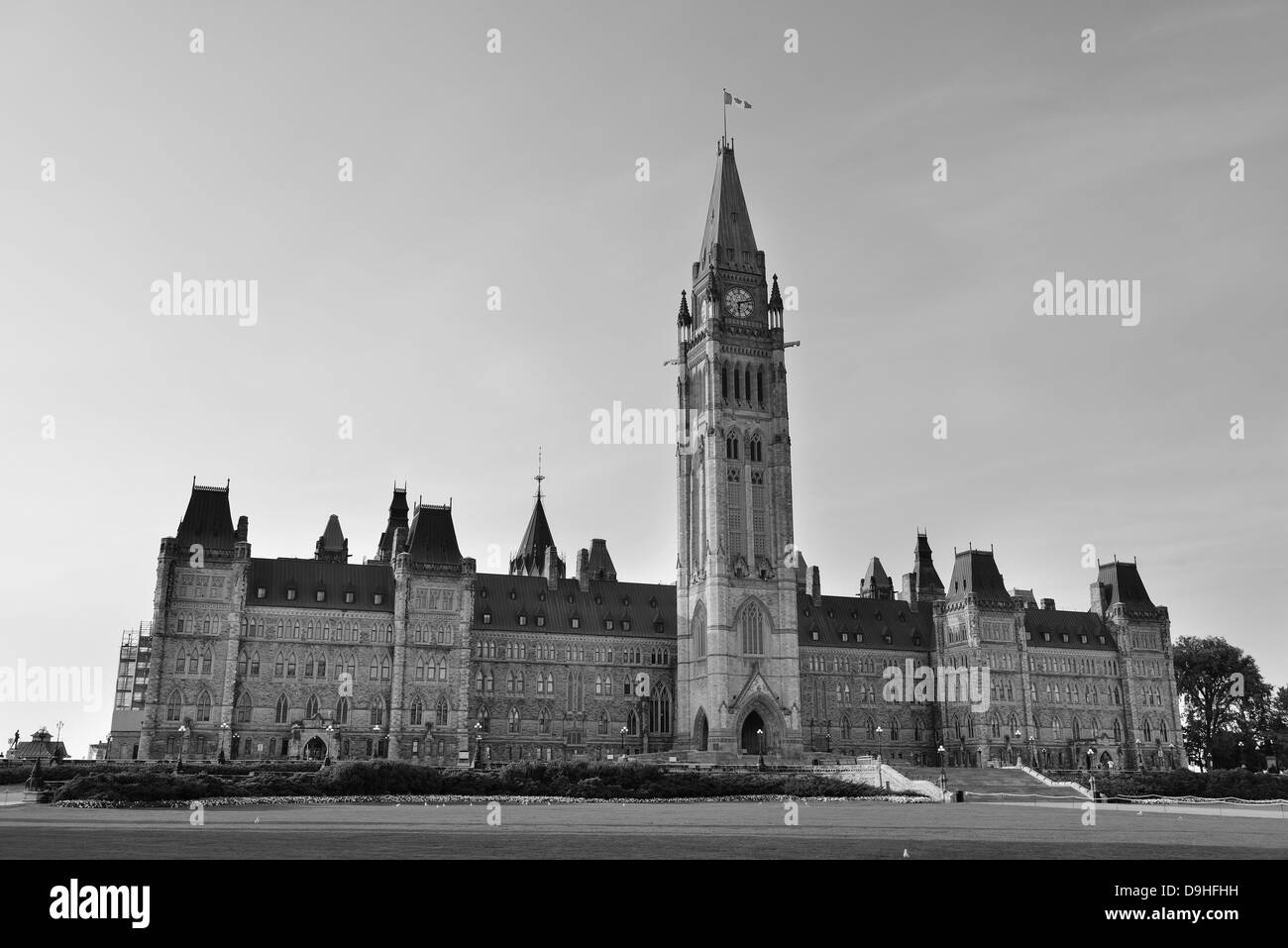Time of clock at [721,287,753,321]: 6:12
